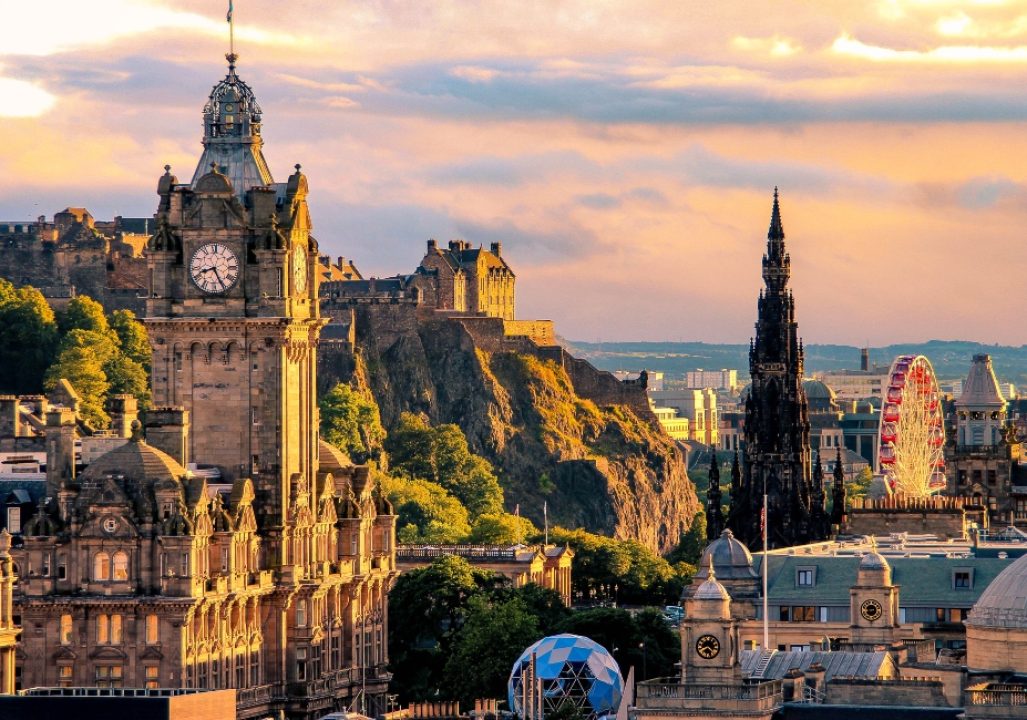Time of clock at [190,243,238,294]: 8:25
